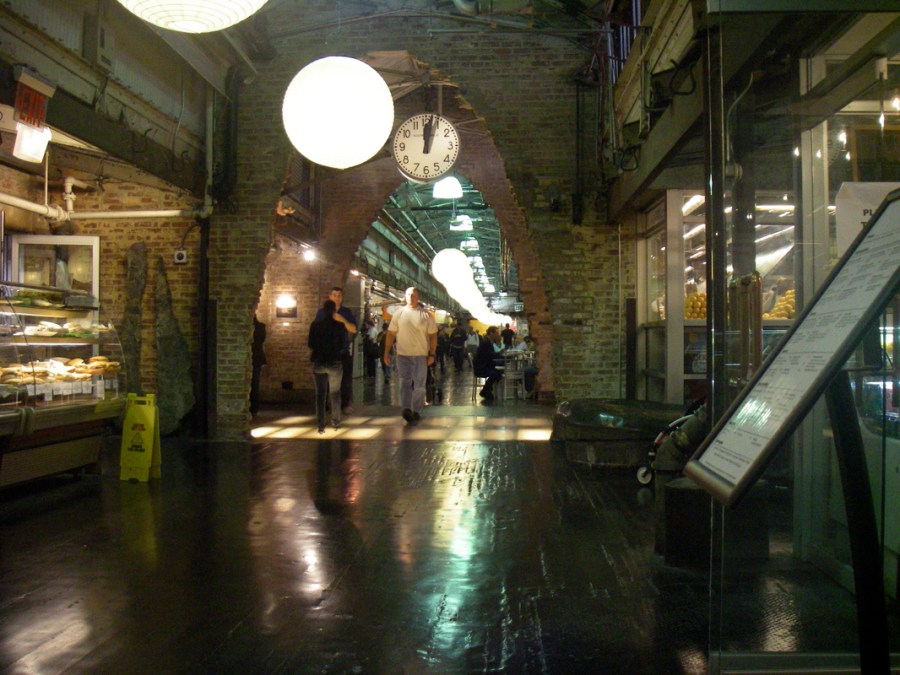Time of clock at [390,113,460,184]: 12:02
